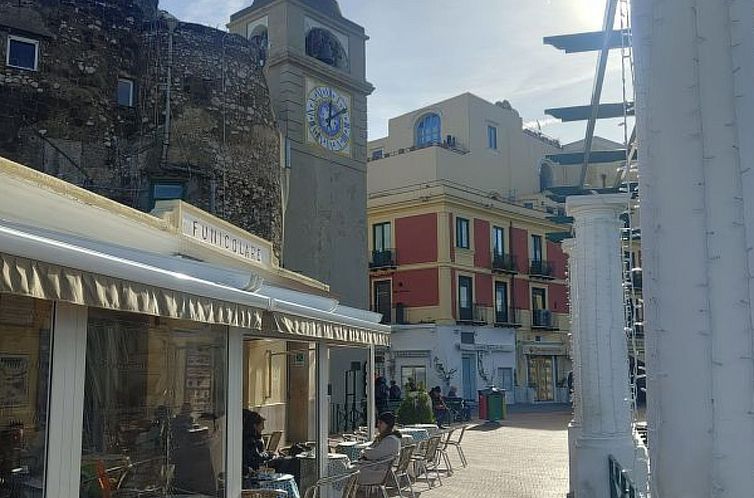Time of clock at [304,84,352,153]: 12:09
